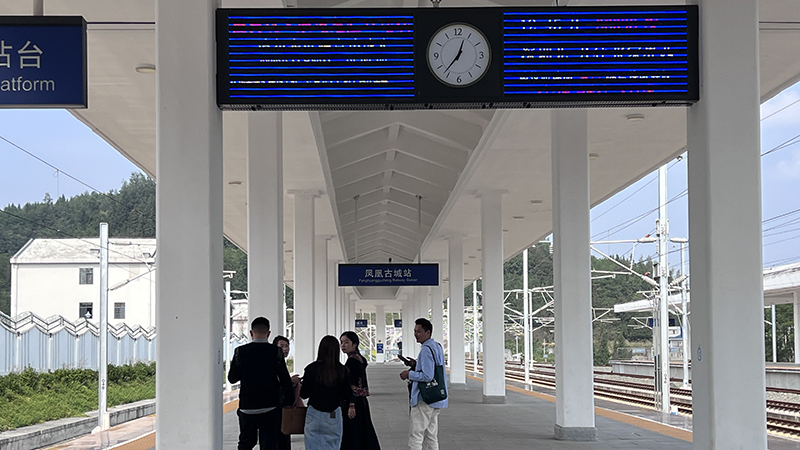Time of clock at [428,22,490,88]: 12:36
